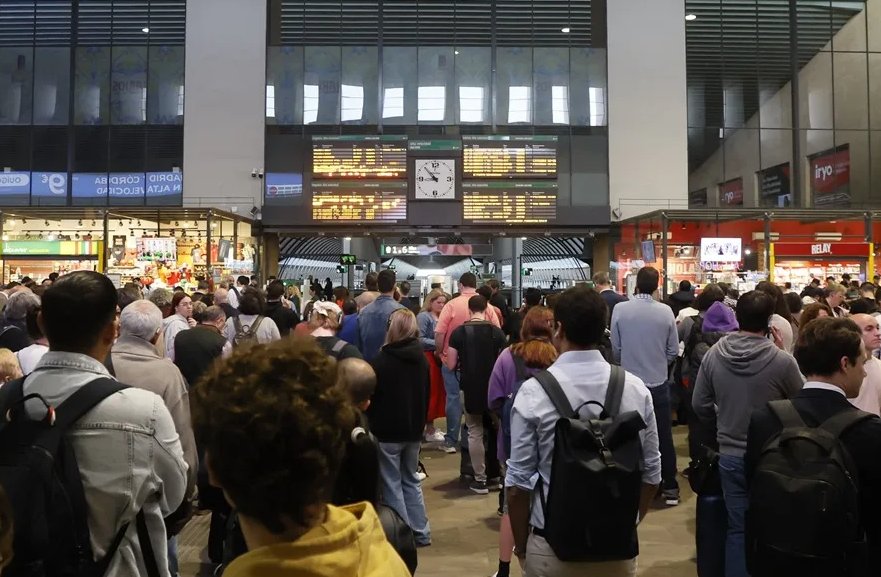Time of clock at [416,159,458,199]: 8:53
